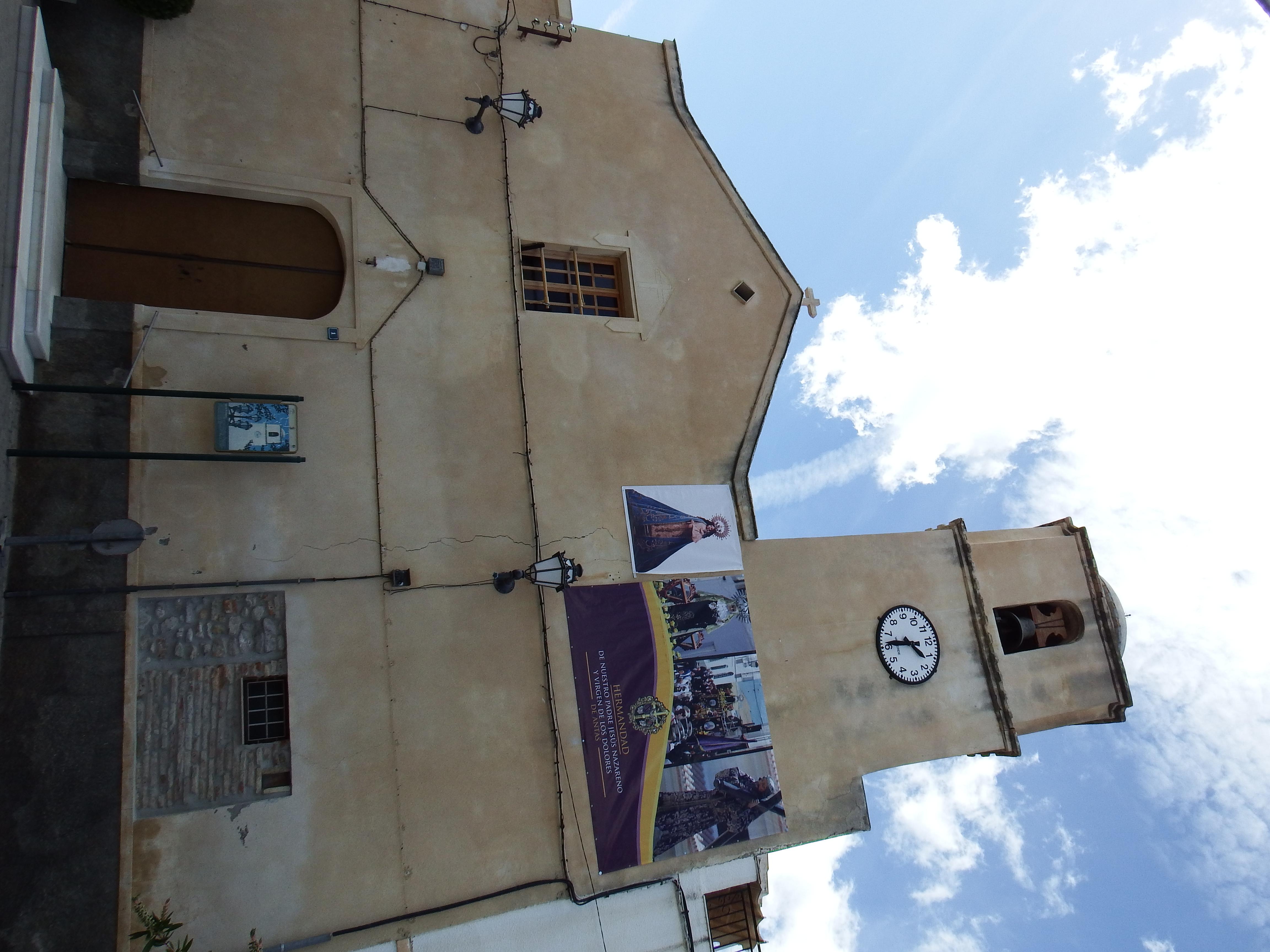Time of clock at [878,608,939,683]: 4:46
